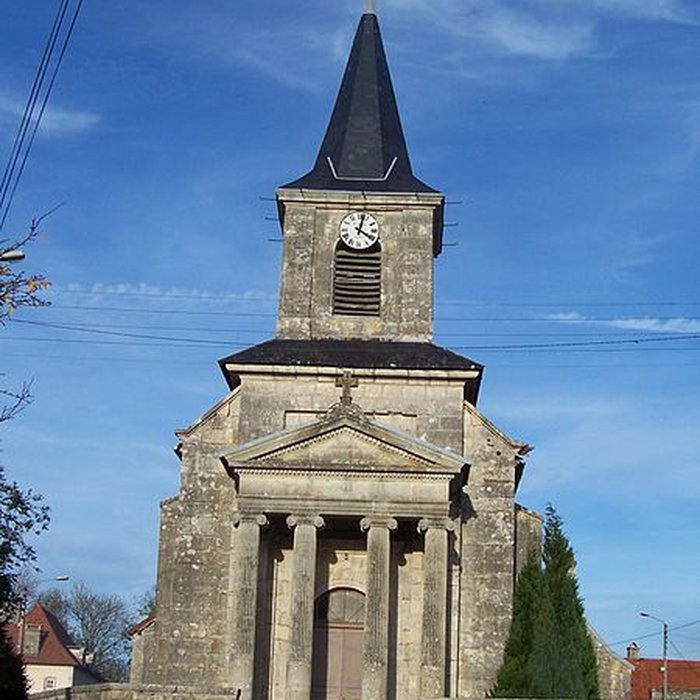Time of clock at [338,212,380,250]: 4:02
